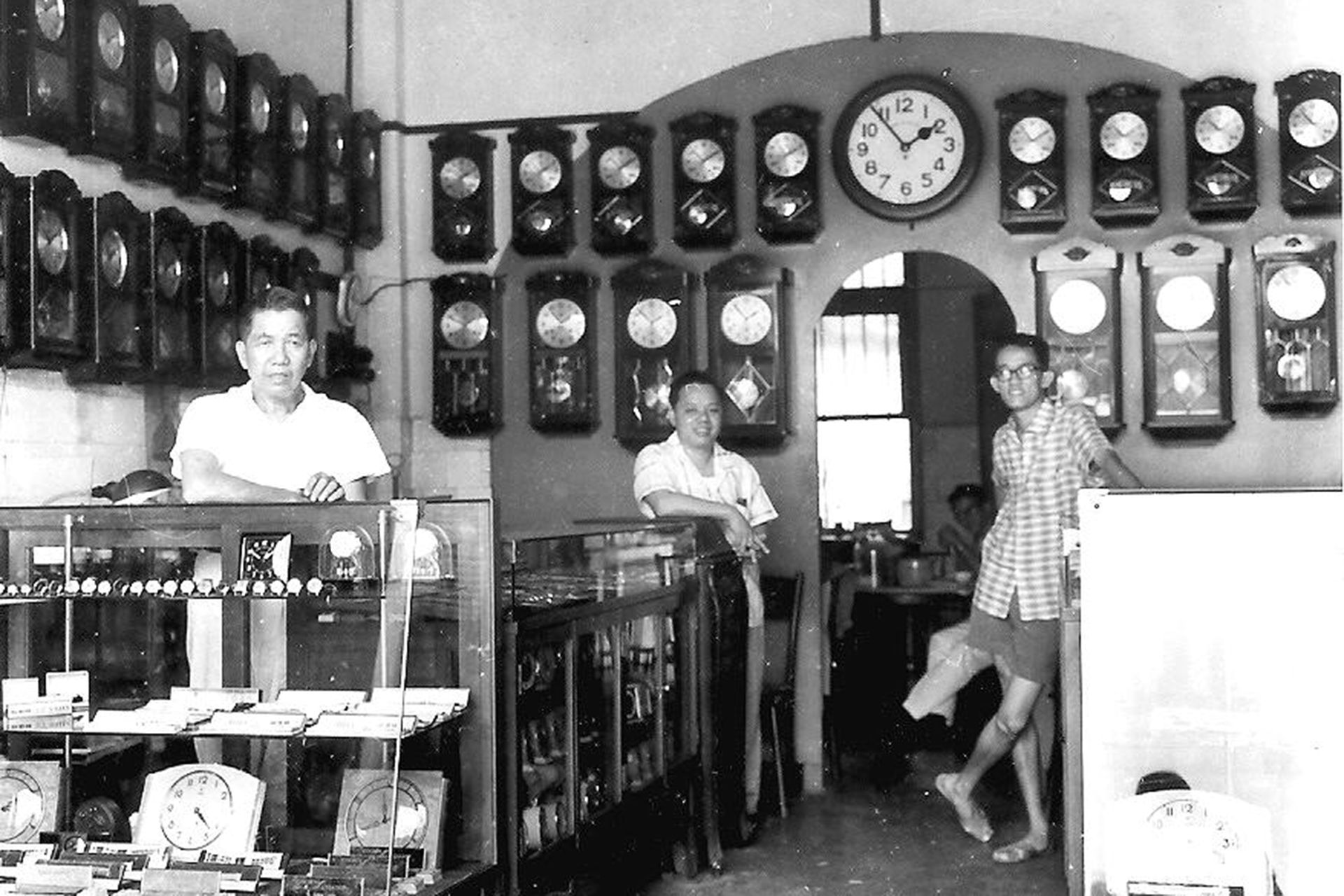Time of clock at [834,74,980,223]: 1:53
